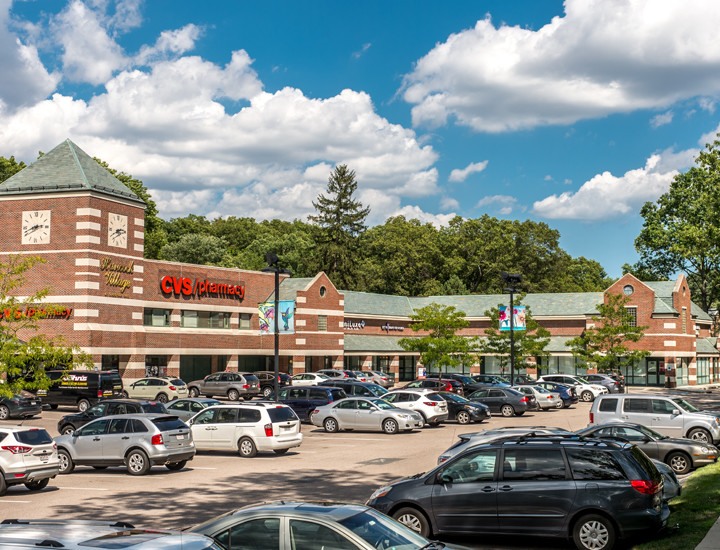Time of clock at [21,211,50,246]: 2:42
